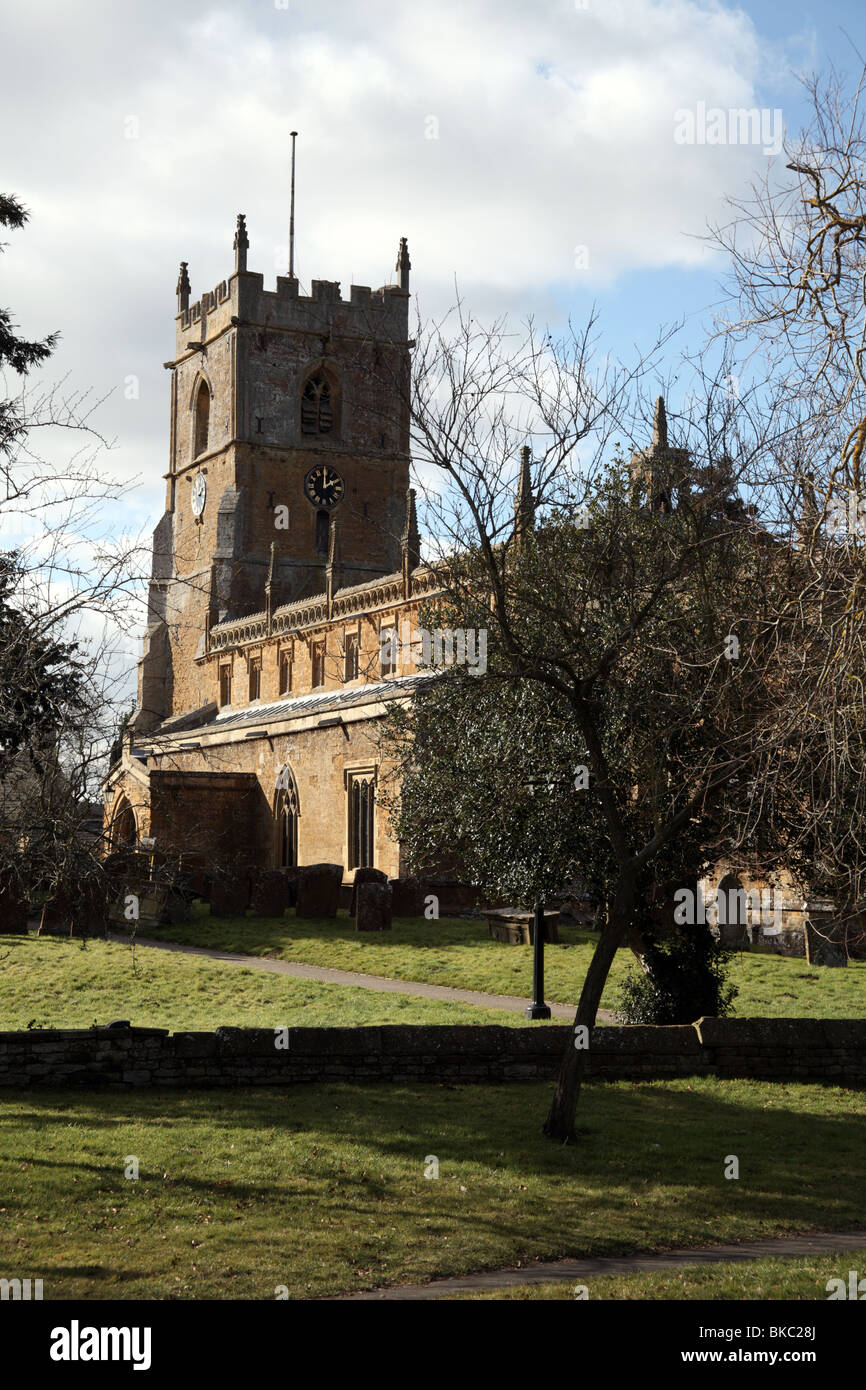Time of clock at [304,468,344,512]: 2:00
